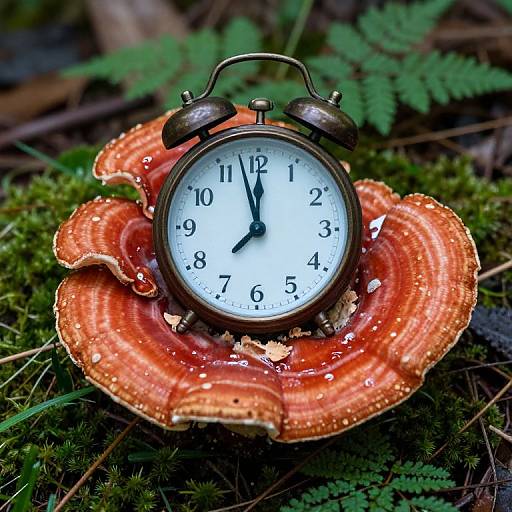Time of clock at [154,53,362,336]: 11:57
